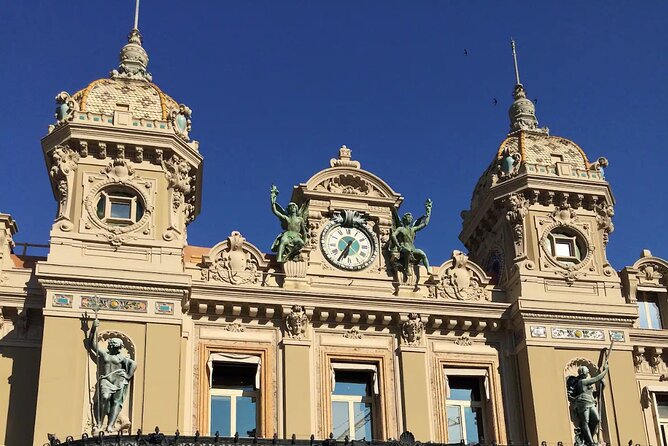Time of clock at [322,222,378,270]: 6:35
